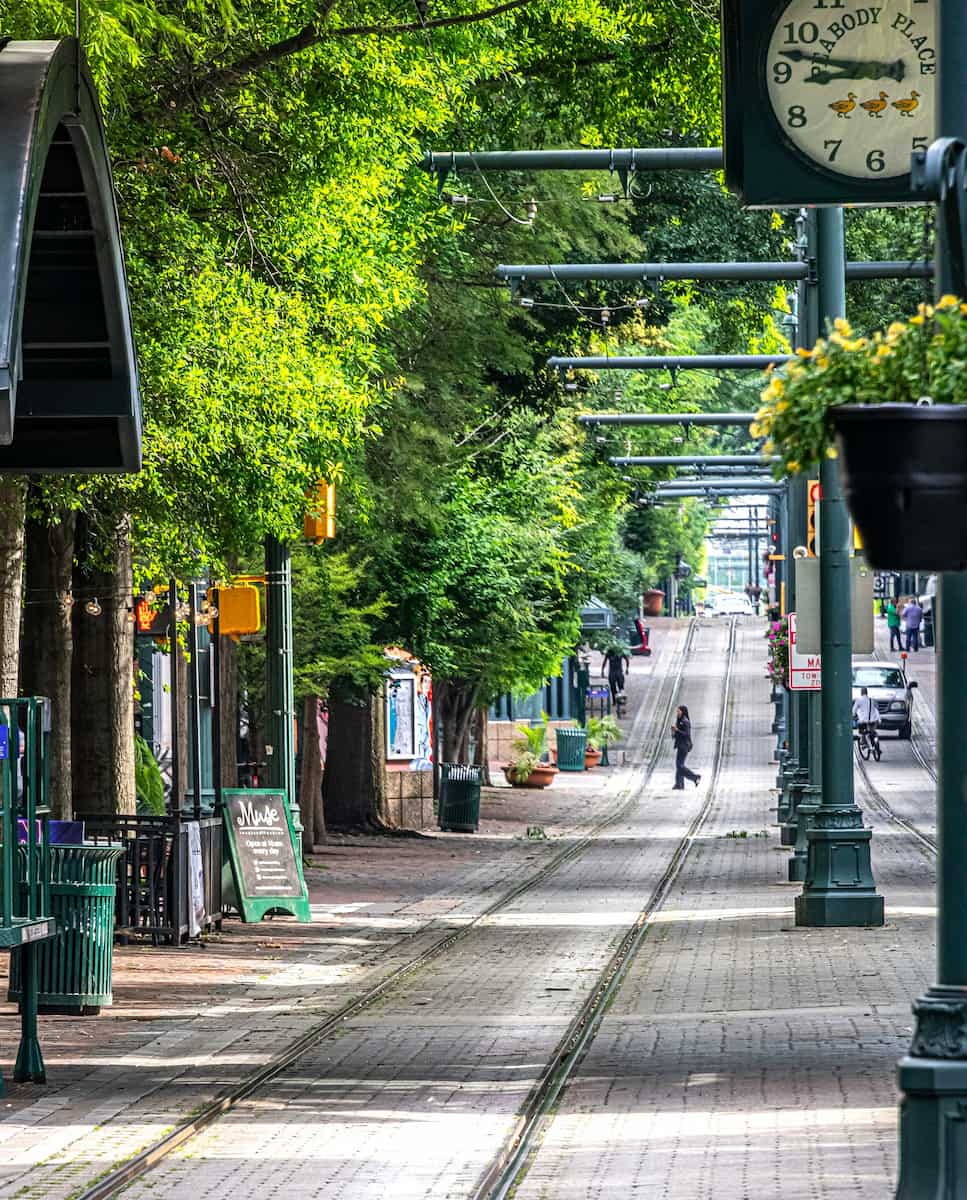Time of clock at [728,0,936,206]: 8:47
